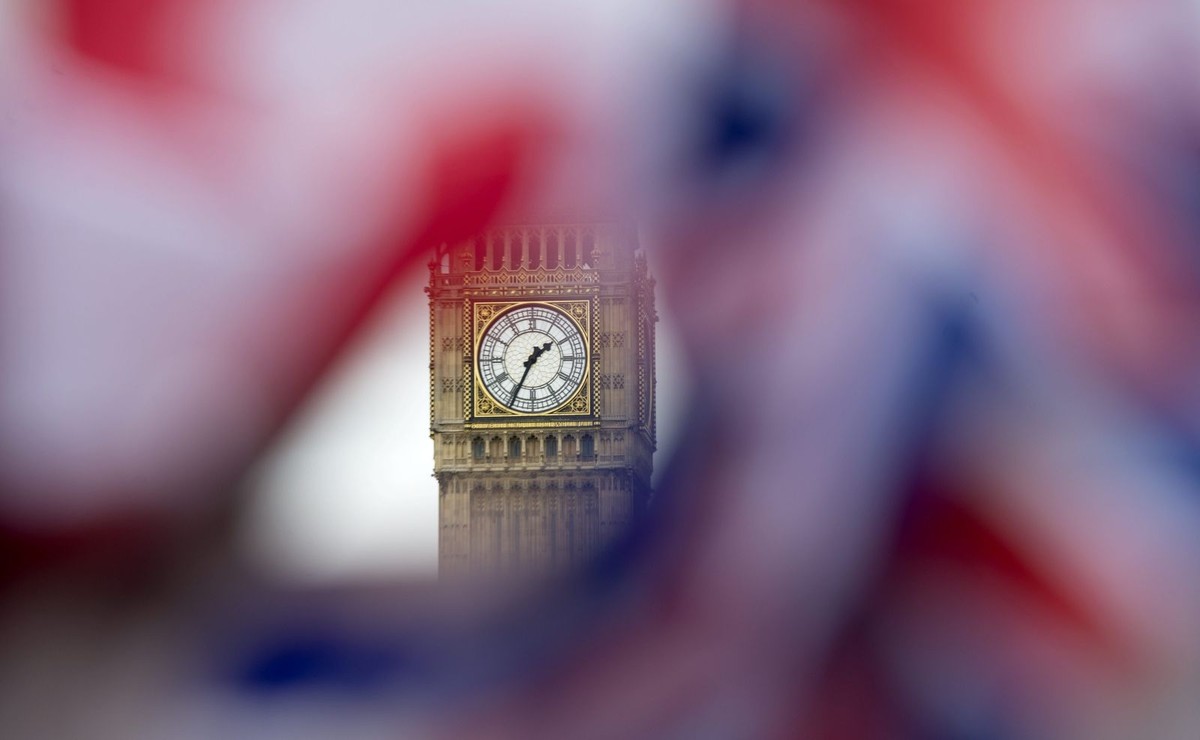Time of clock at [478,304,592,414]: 1:34
